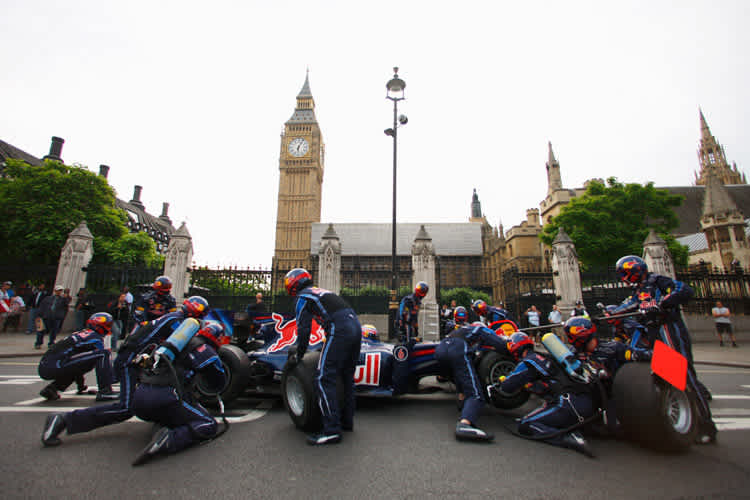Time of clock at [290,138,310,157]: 6:05
